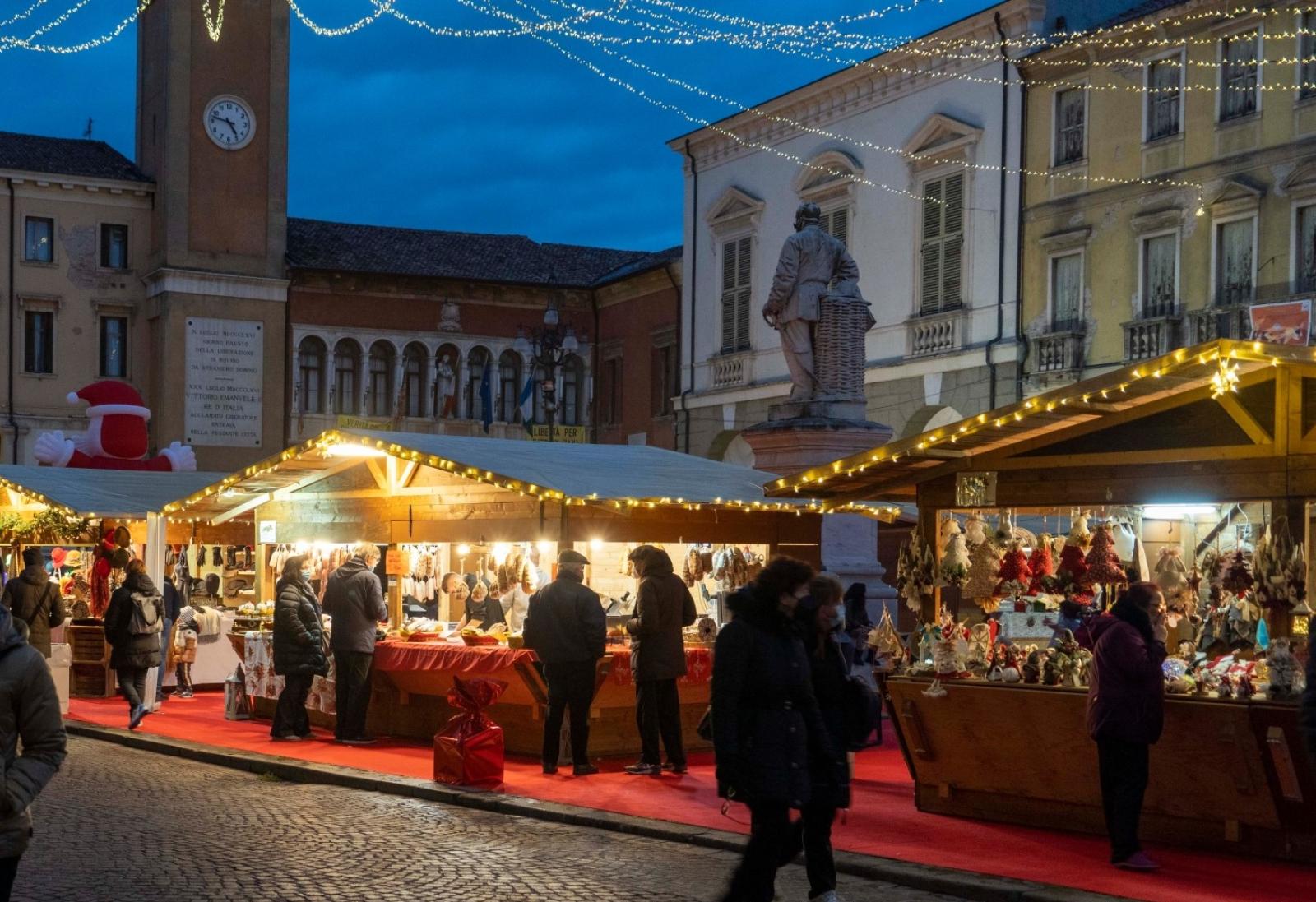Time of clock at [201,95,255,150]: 4:47
